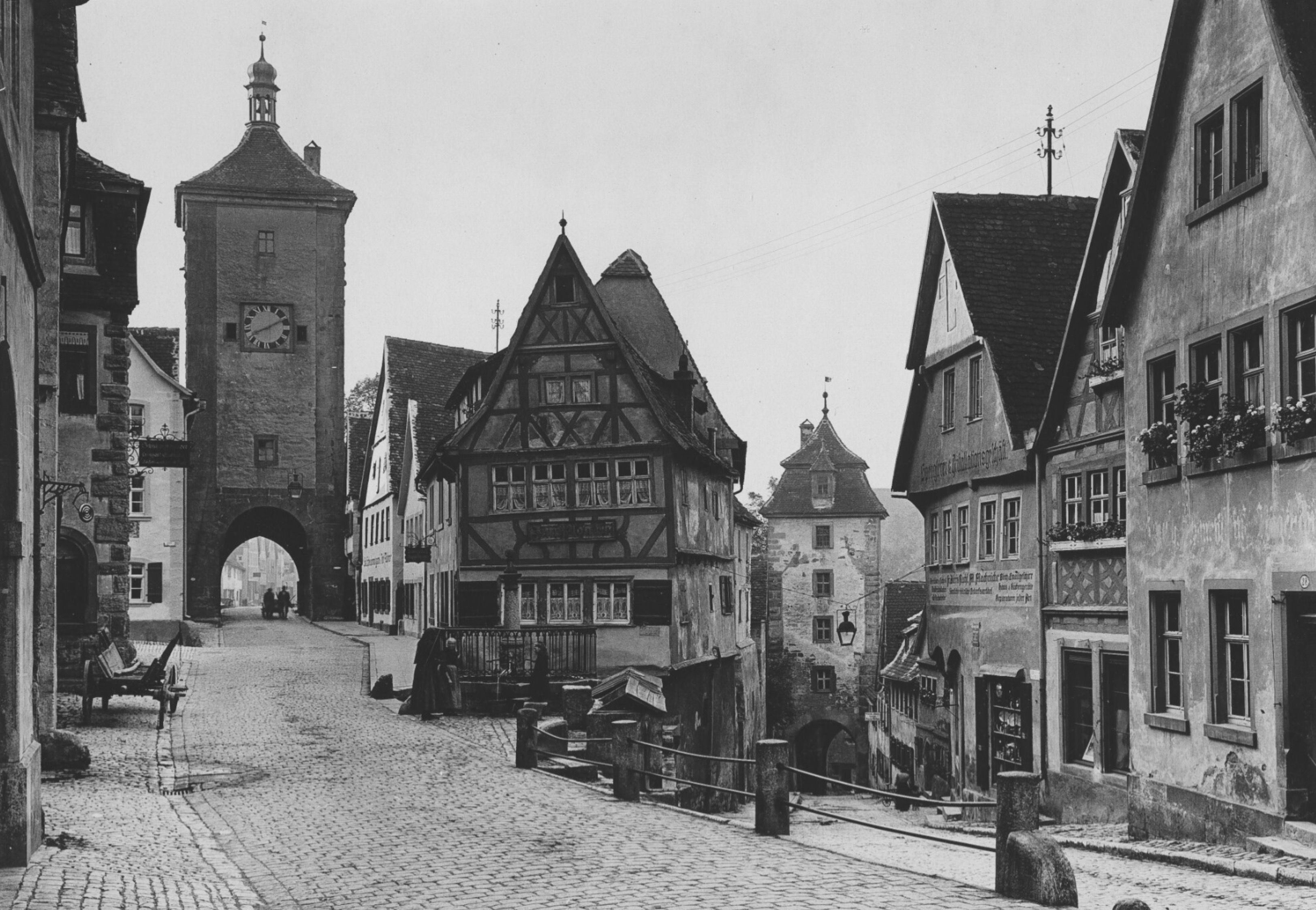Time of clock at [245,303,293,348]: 8:10
